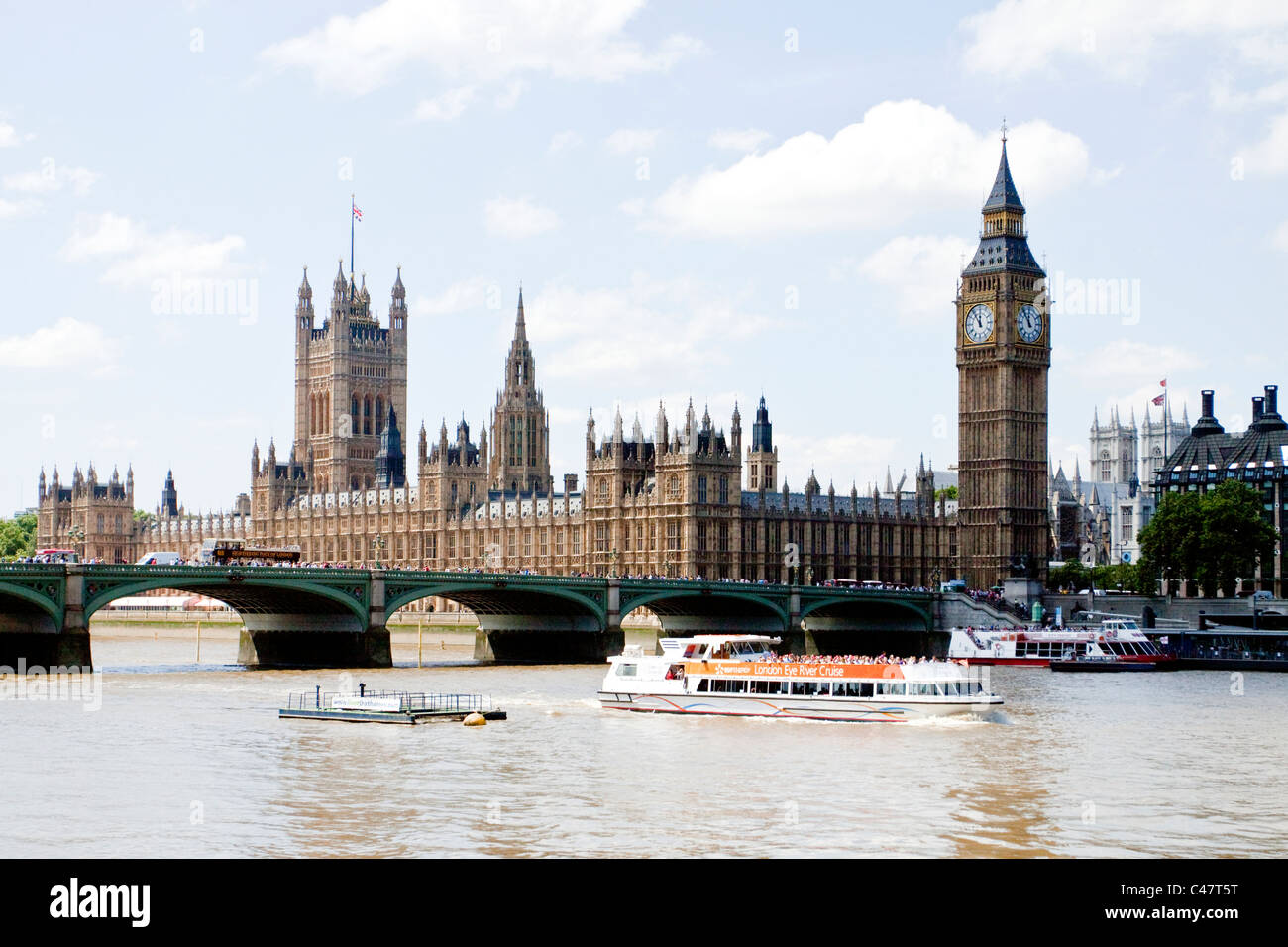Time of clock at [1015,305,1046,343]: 11:53
